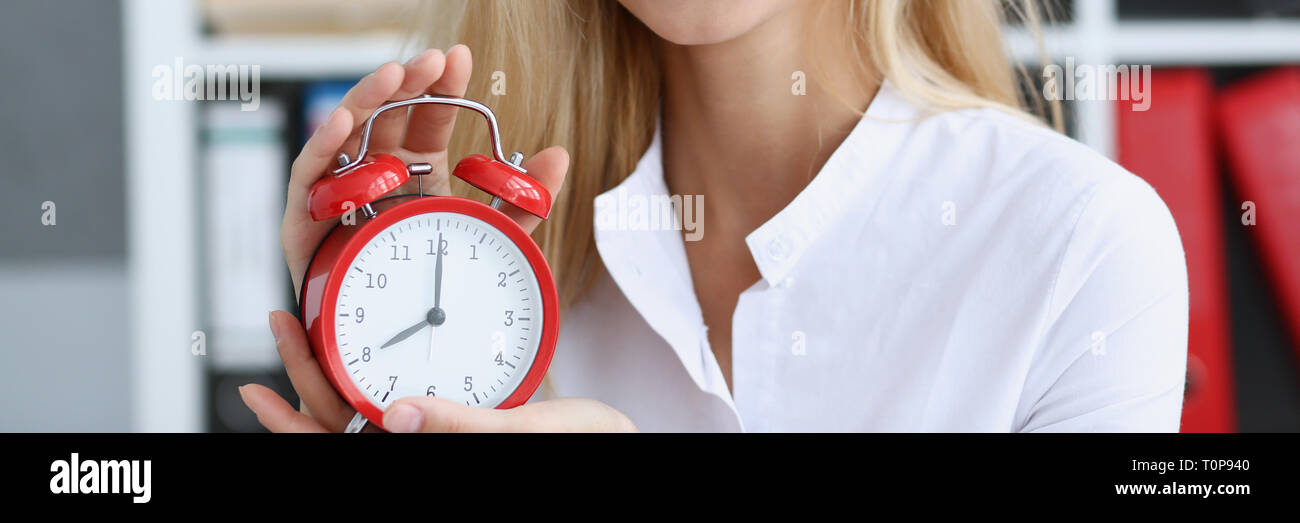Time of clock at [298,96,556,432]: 8:00
